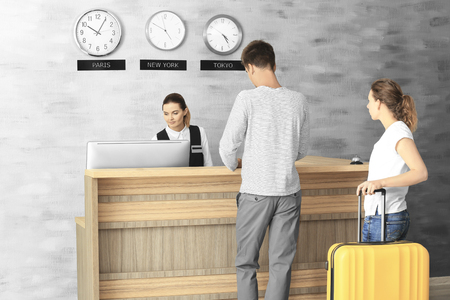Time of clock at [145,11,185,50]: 4:49
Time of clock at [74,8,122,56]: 10:05
